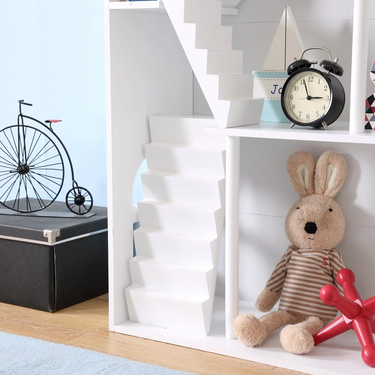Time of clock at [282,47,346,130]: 2:56
